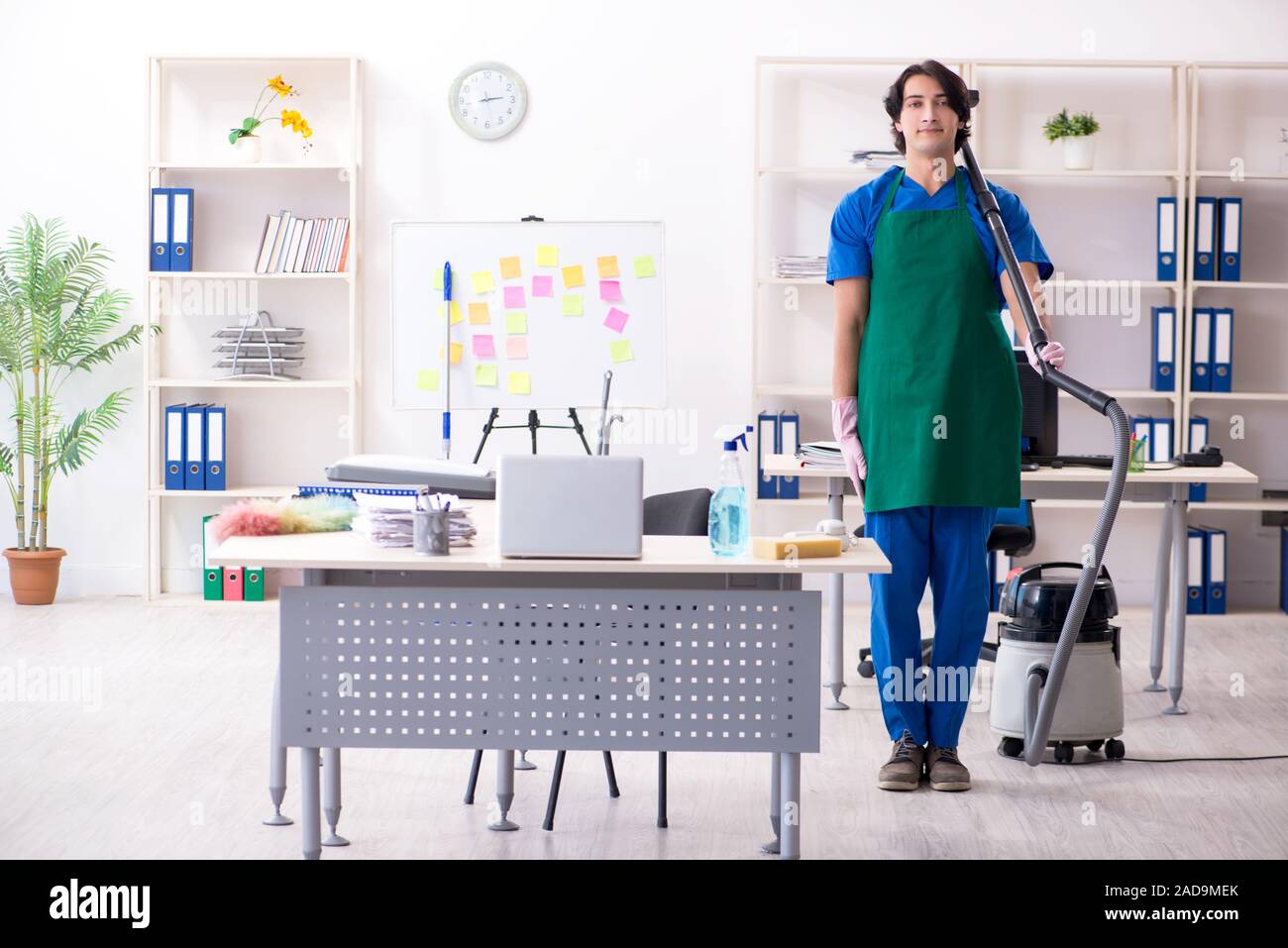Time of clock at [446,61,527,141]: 2:42
